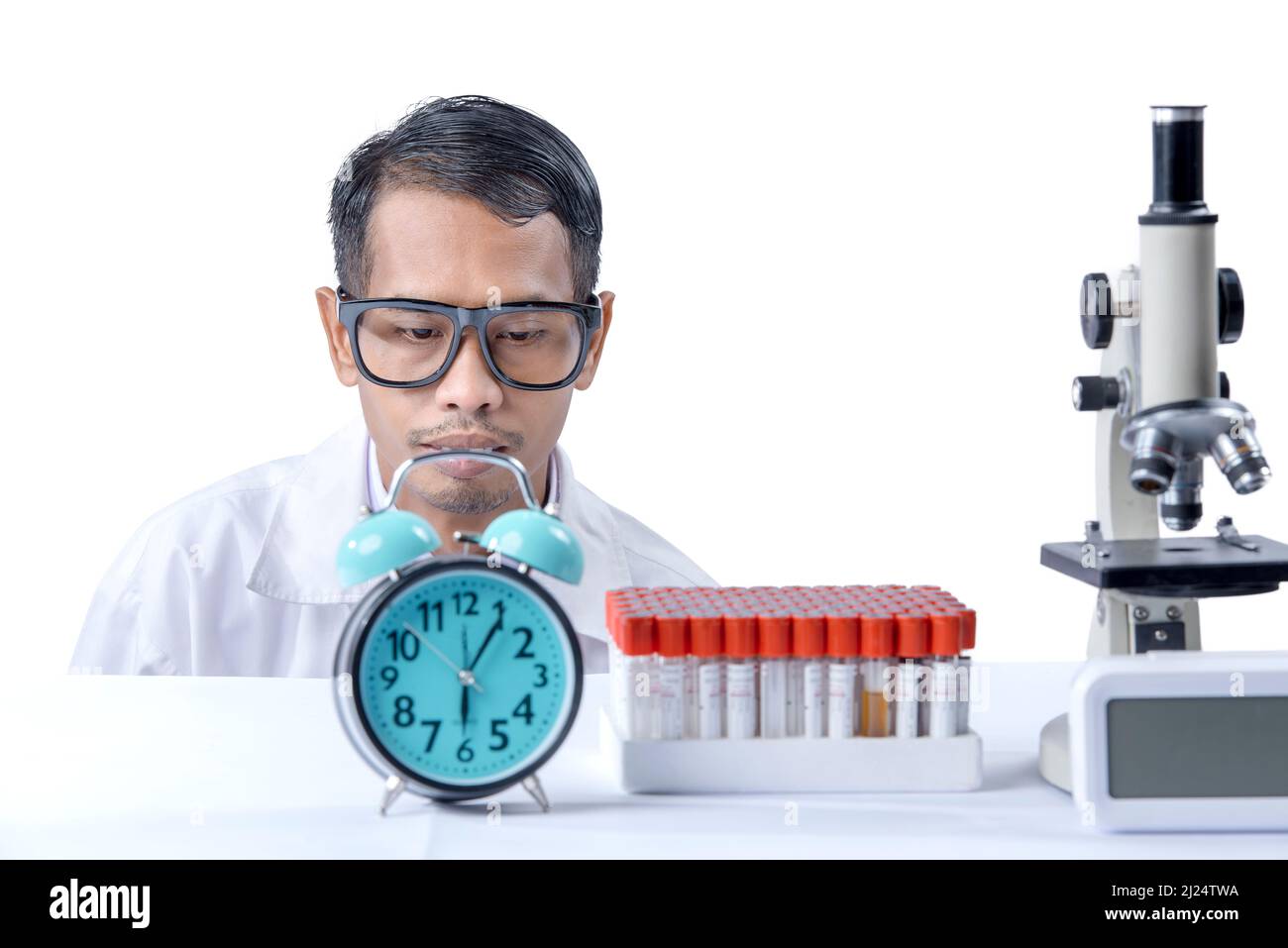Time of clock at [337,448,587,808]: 6:05
